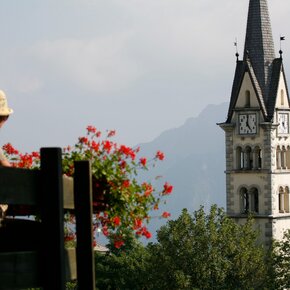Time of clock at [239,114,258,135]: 5:00
